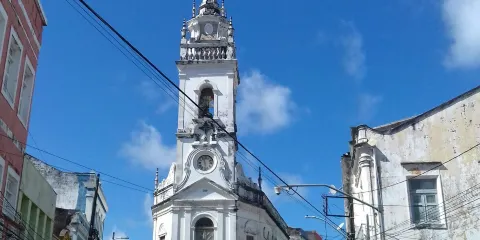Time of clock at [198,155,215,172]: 11:28
